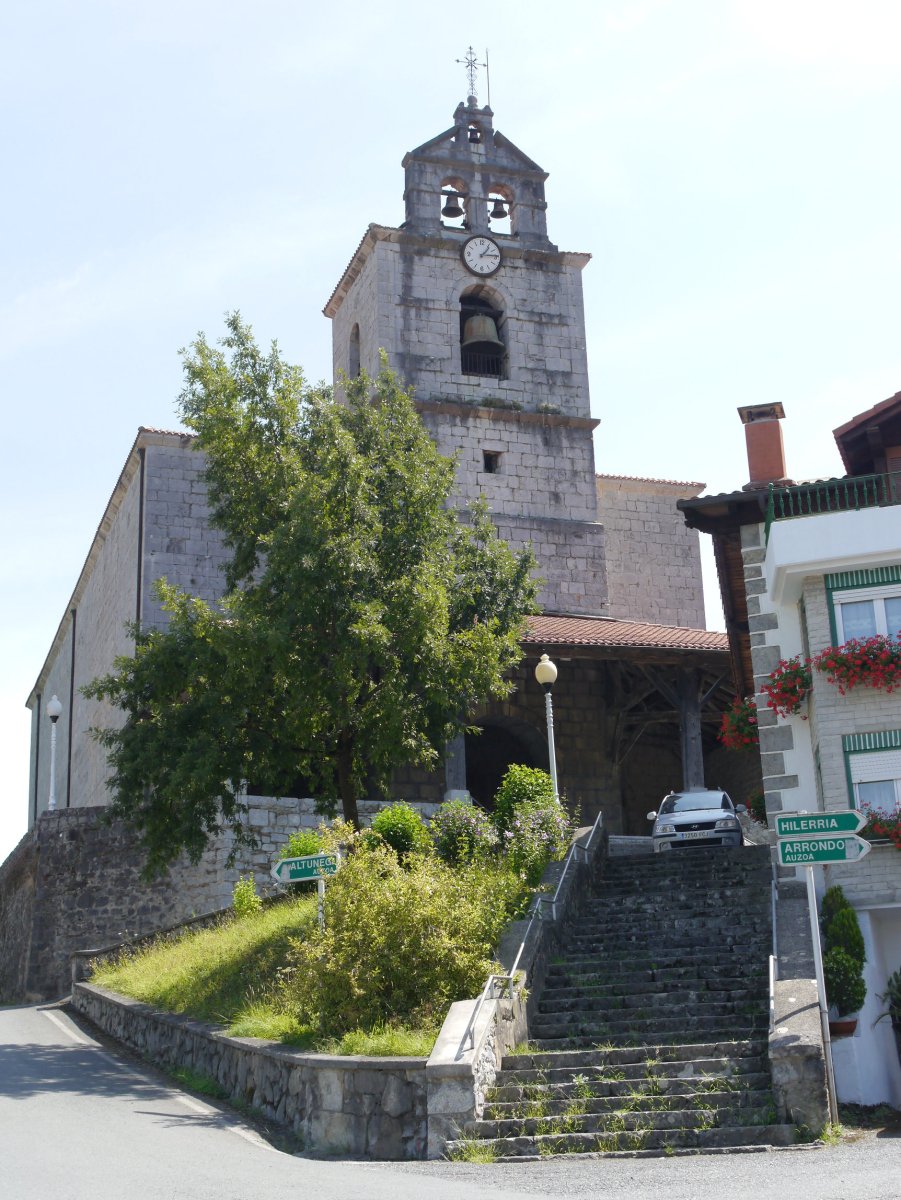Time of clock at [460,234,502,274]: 1:13
